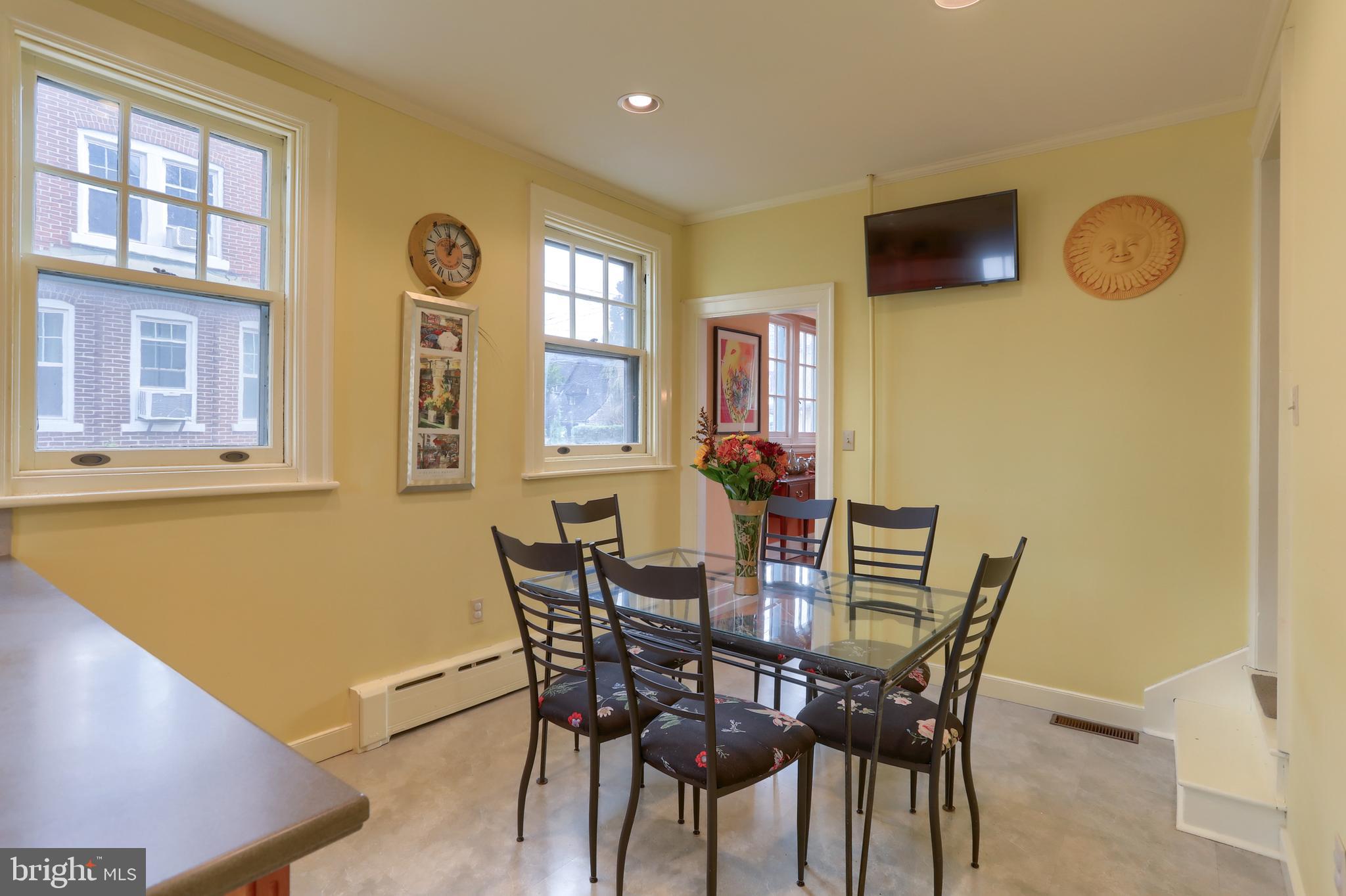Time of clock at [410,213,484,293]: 1:00
